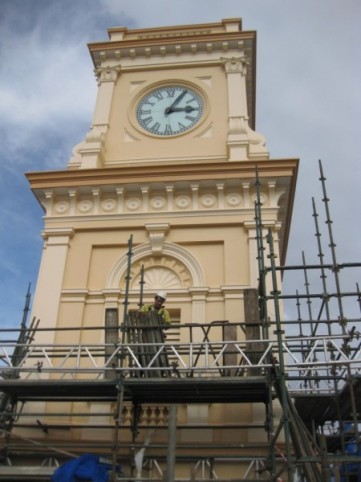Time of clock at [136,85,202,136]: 3:04
